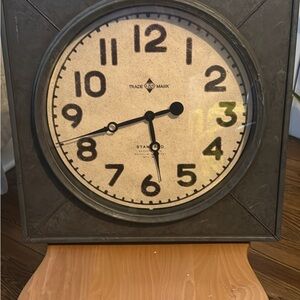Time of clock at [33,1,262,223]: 5:42
